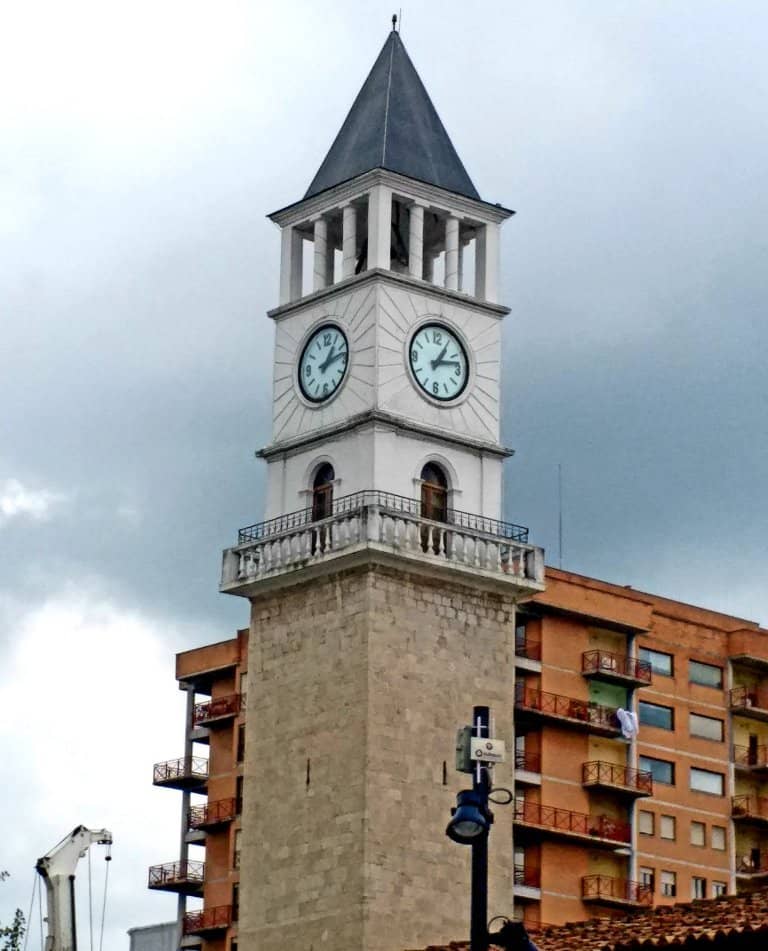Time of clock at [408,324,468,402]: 1:12
